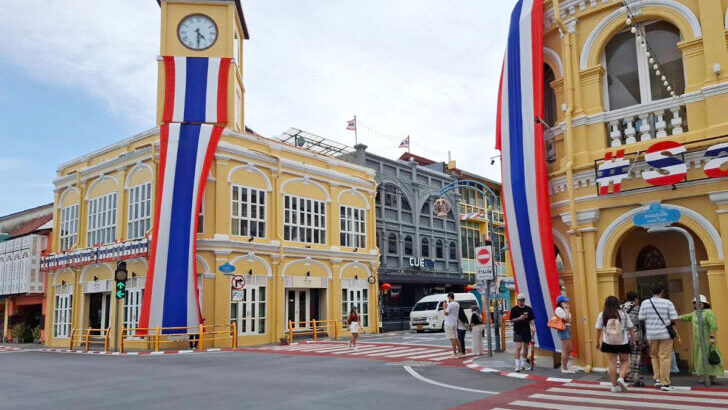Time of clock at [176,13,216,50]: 4:29
